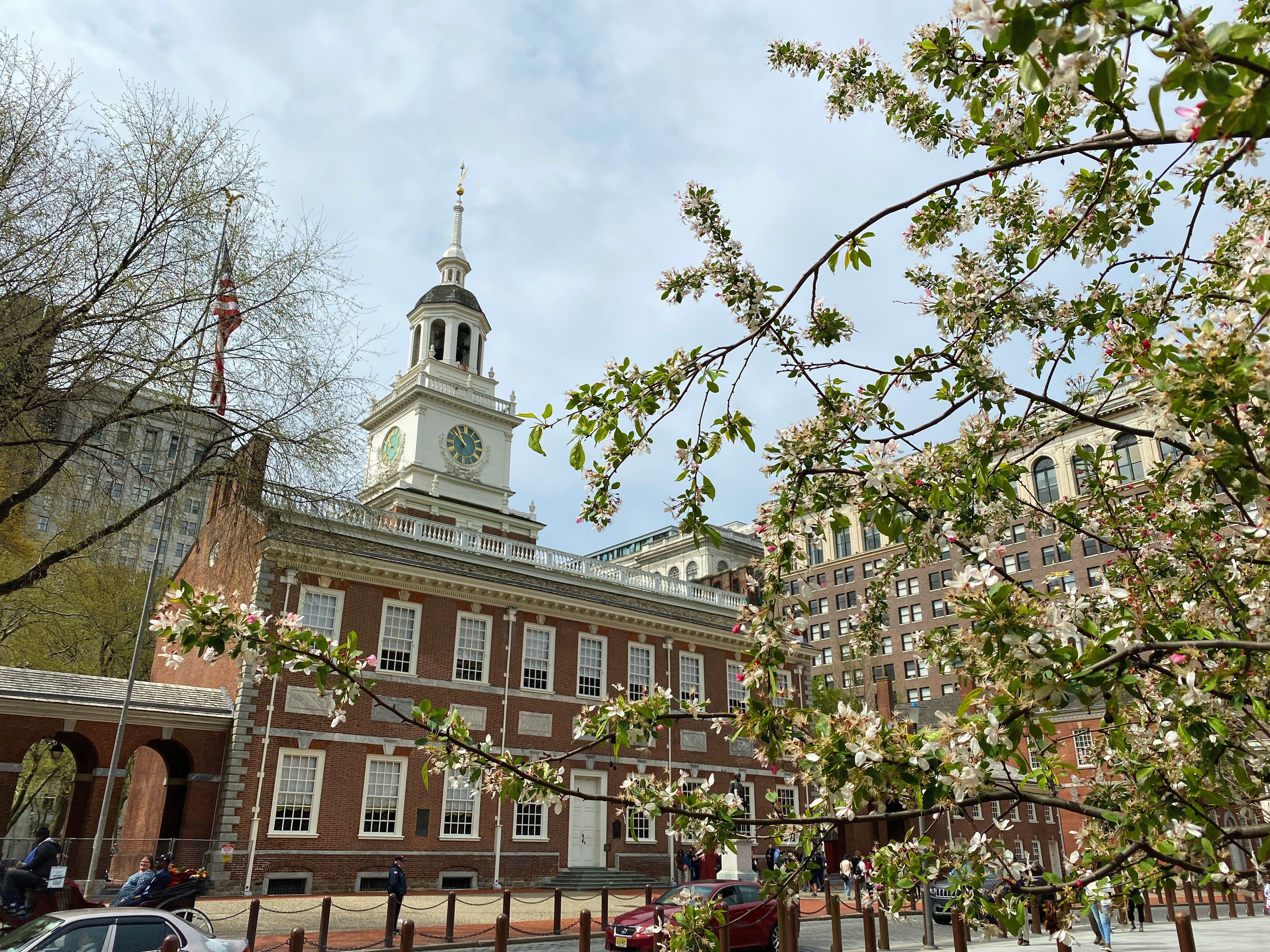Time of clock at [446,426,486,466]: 10:51
